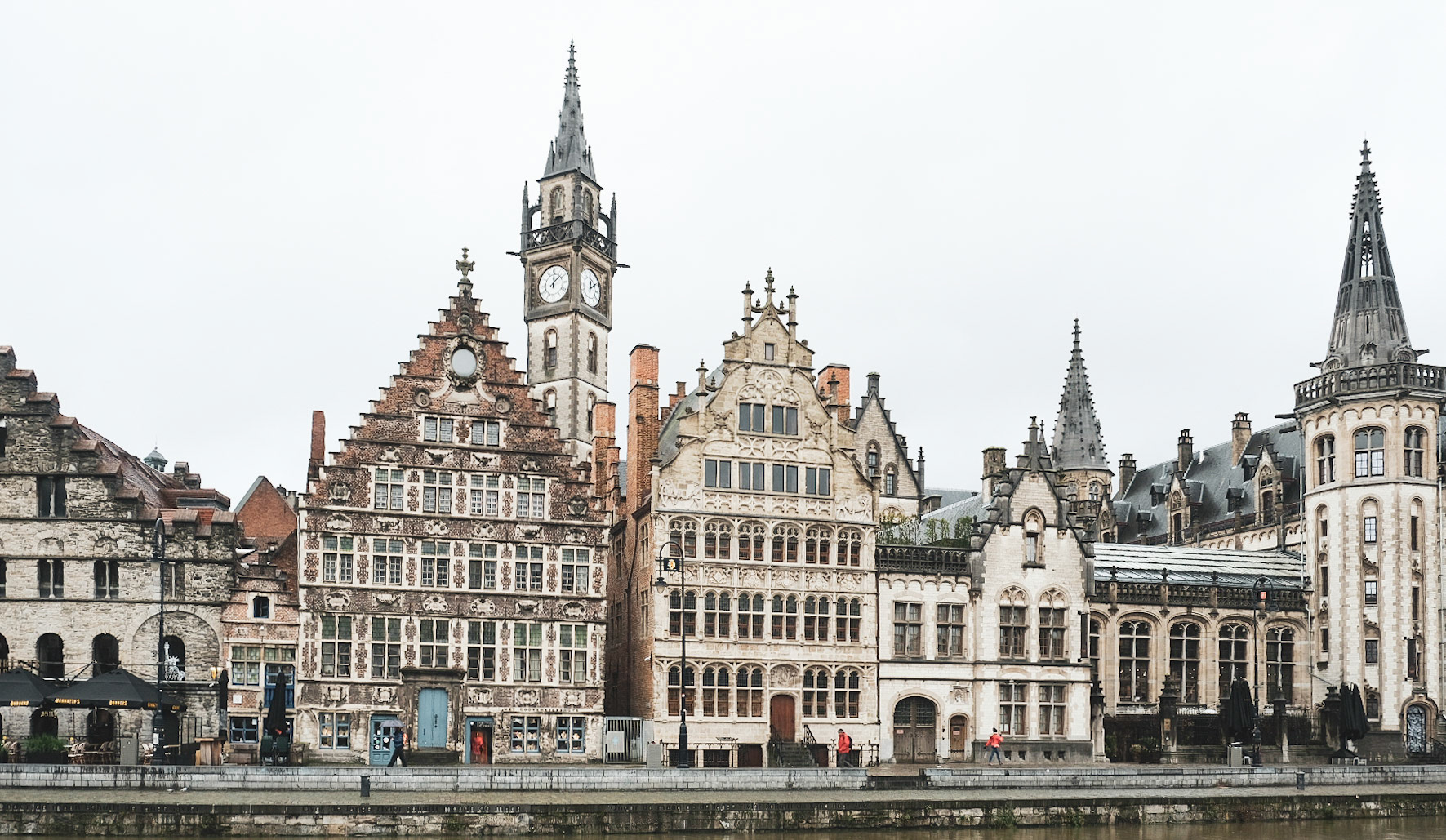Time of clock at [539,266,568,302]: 12:07
